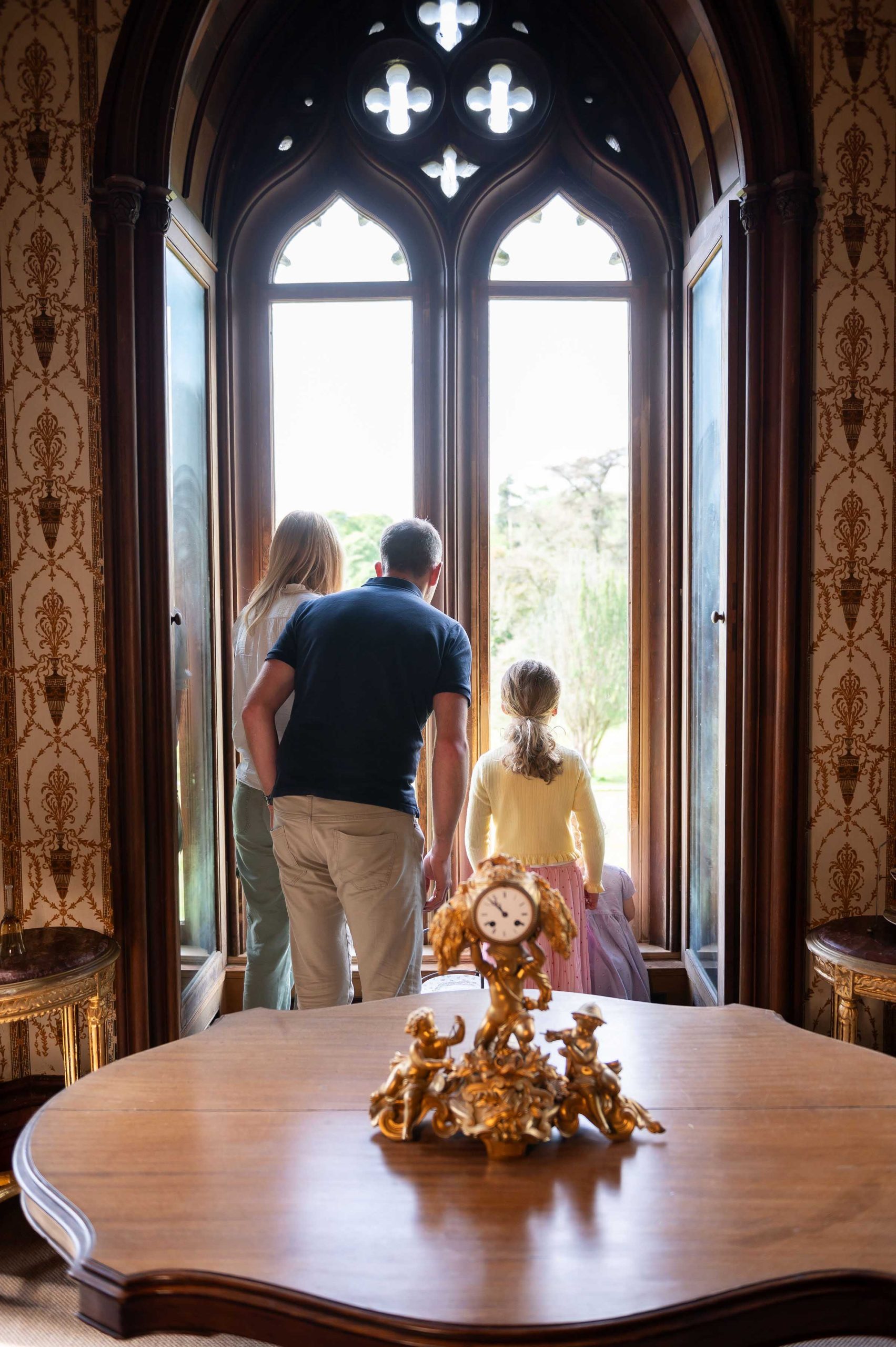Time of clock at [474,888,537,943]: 10:52
